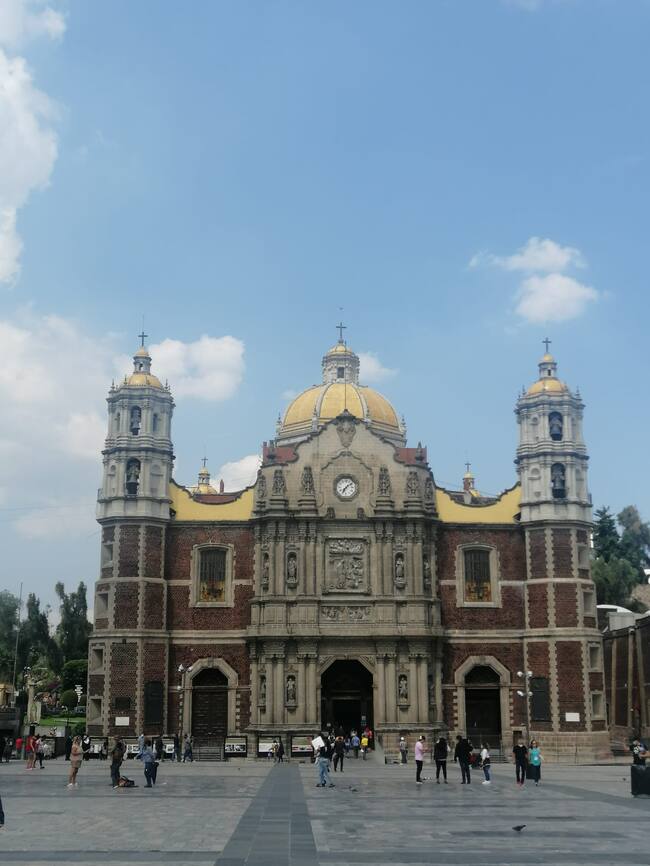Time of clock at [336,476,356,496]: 7:08
